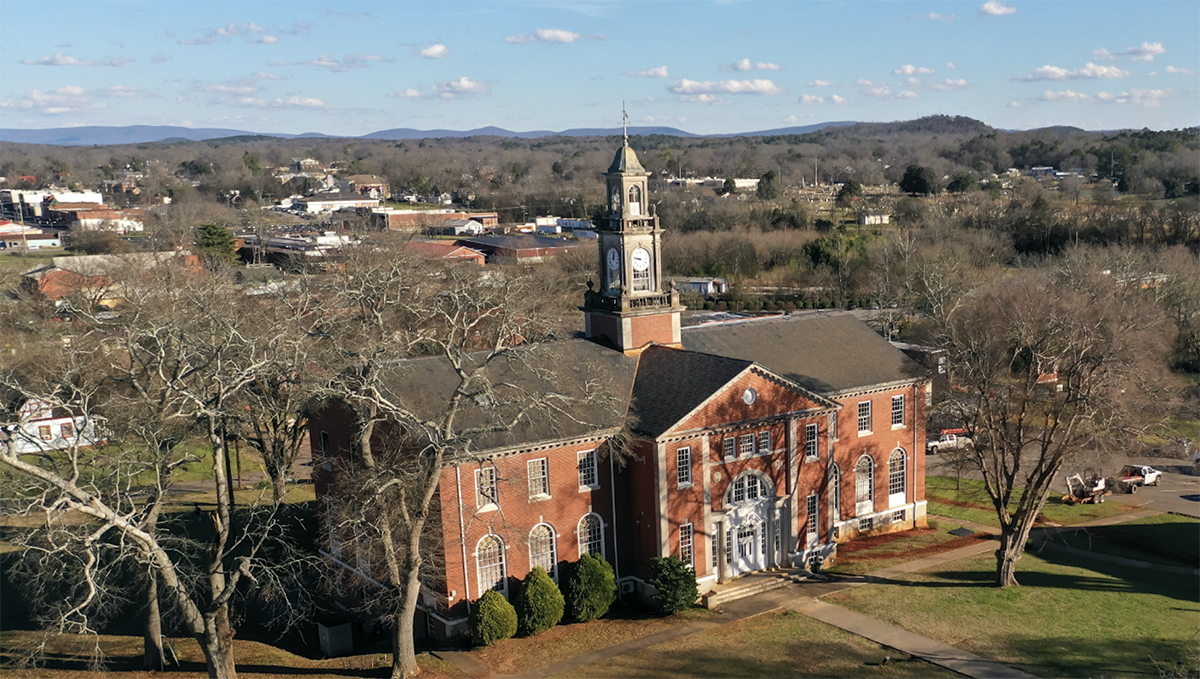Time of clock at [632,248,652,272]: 8:47
